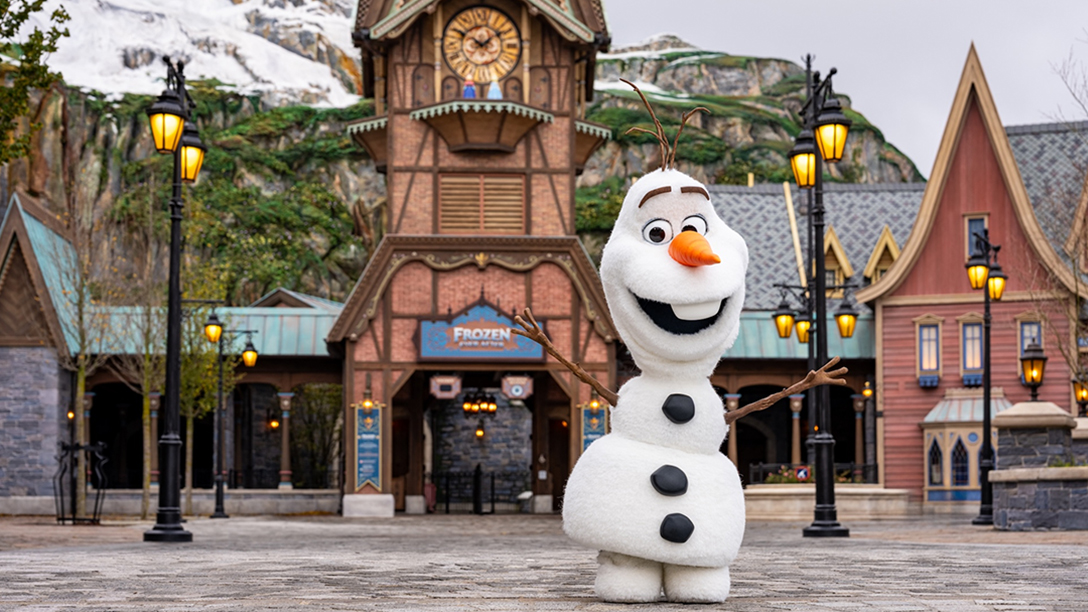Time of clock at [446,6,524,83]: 1:50
